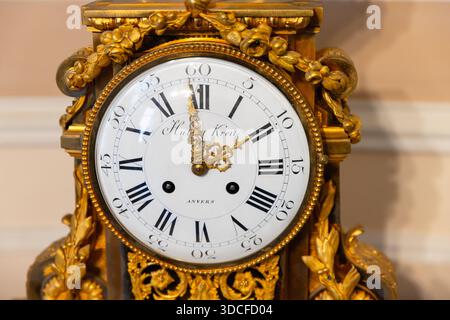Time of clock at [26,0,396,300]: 1:58
